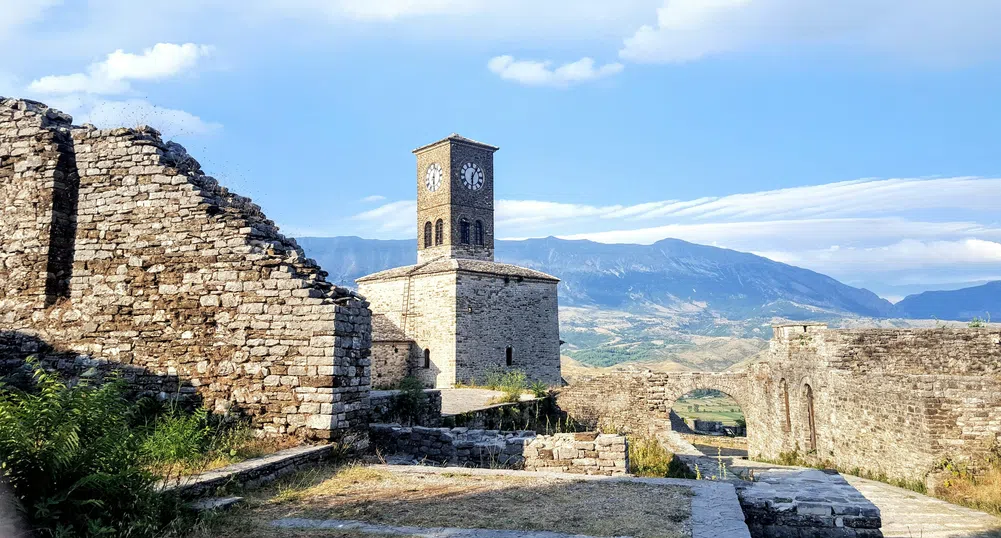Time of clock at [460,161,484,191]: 6:06
